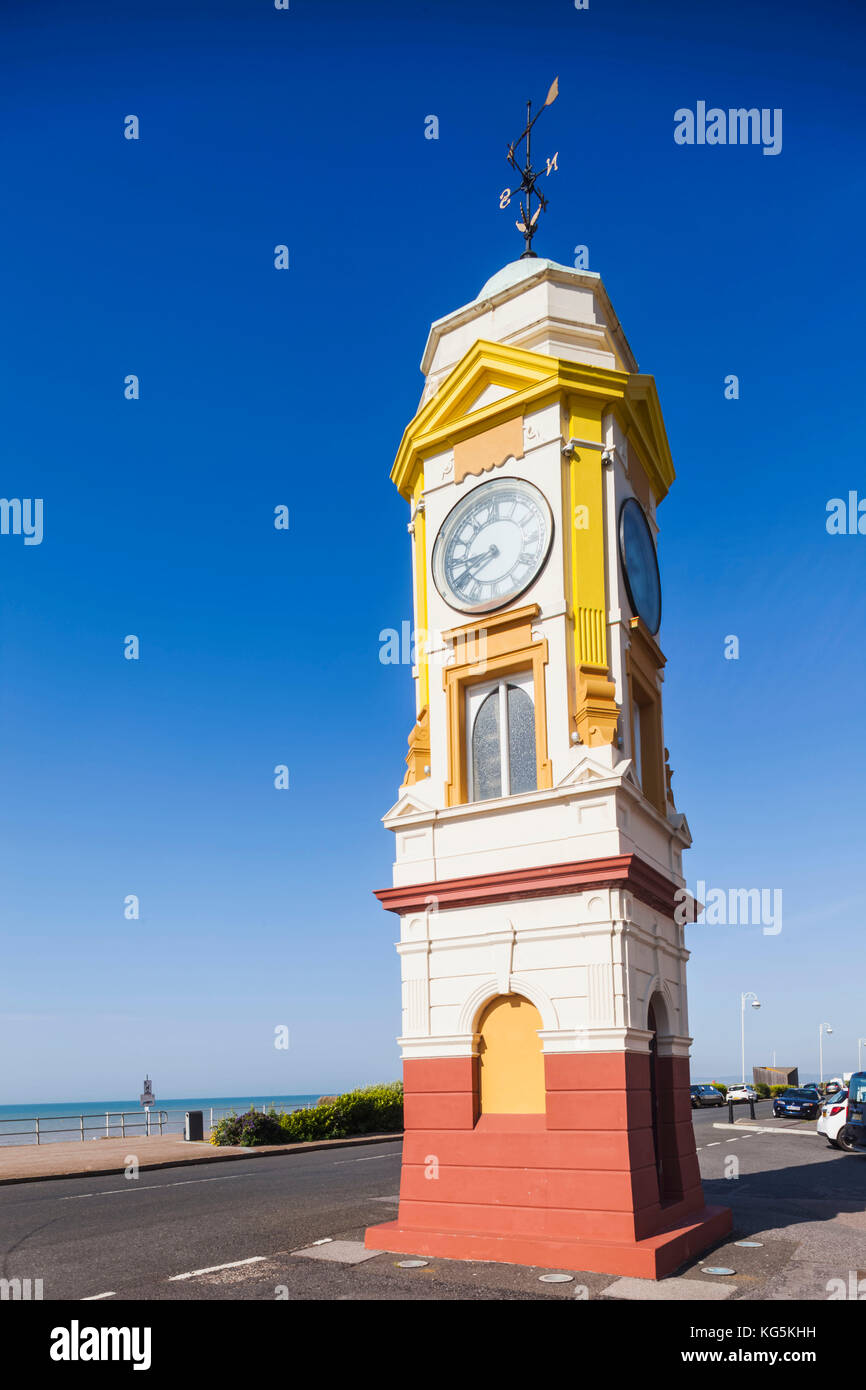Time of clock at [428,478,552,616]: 8:40
